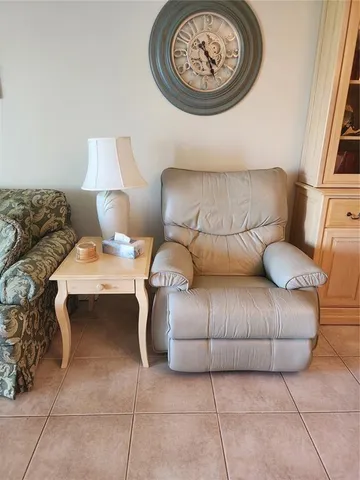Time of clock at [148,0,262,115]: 4:26
